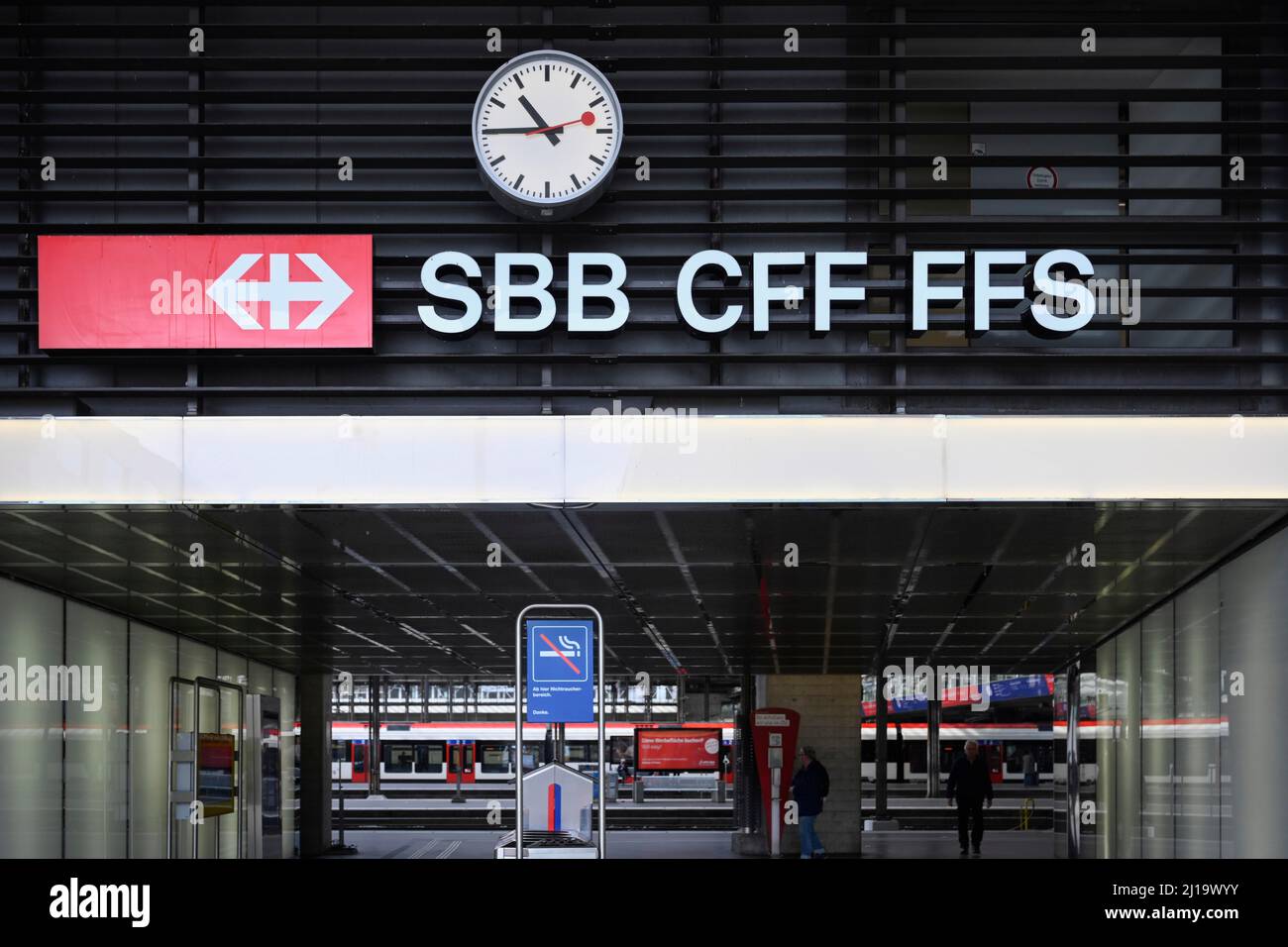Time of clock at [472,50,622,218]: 10:45
